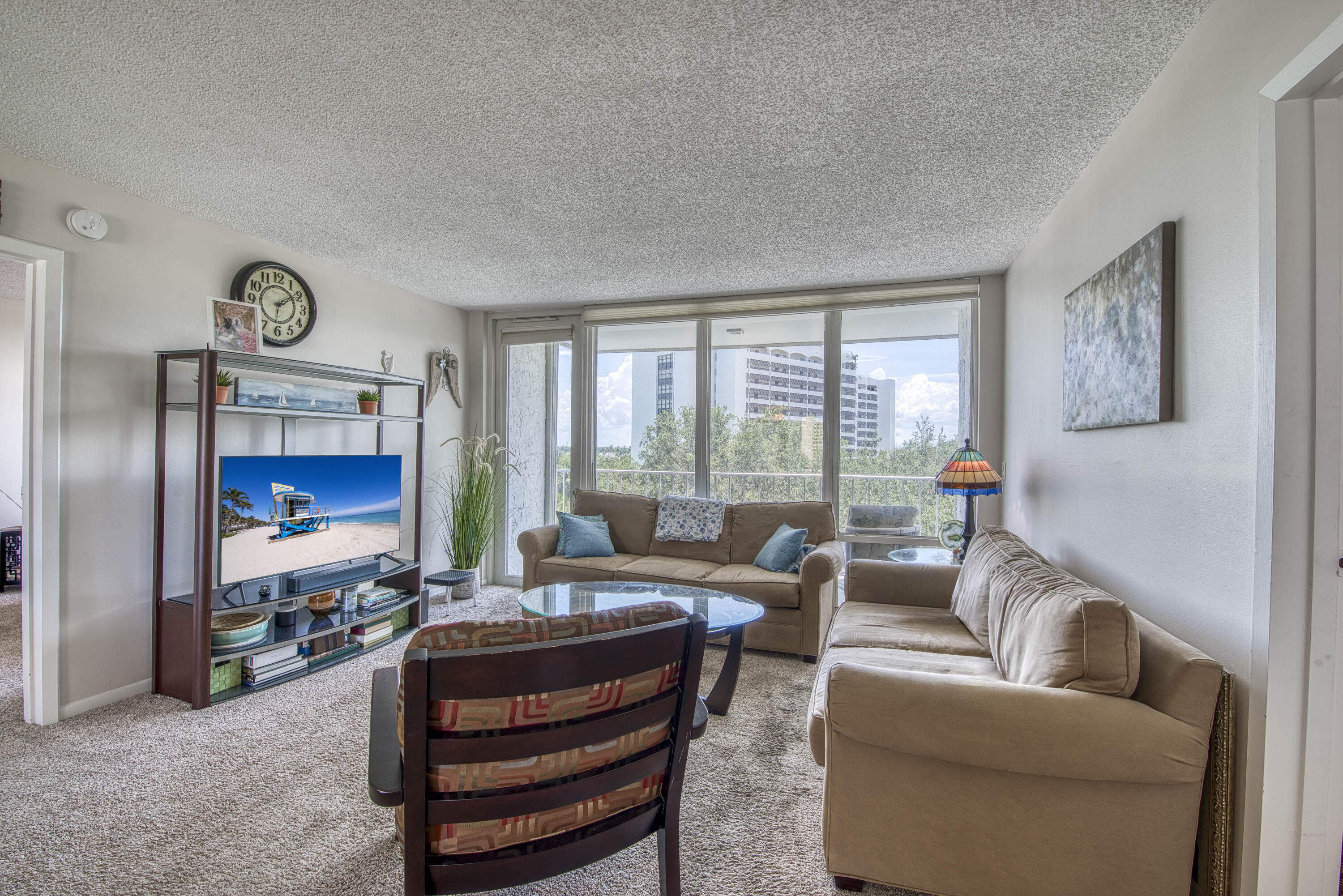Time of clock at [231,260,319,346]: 2:09
